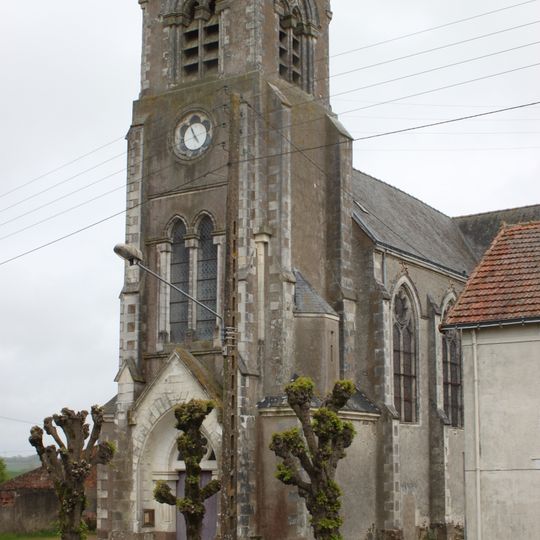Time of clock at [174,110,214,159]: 4:56
